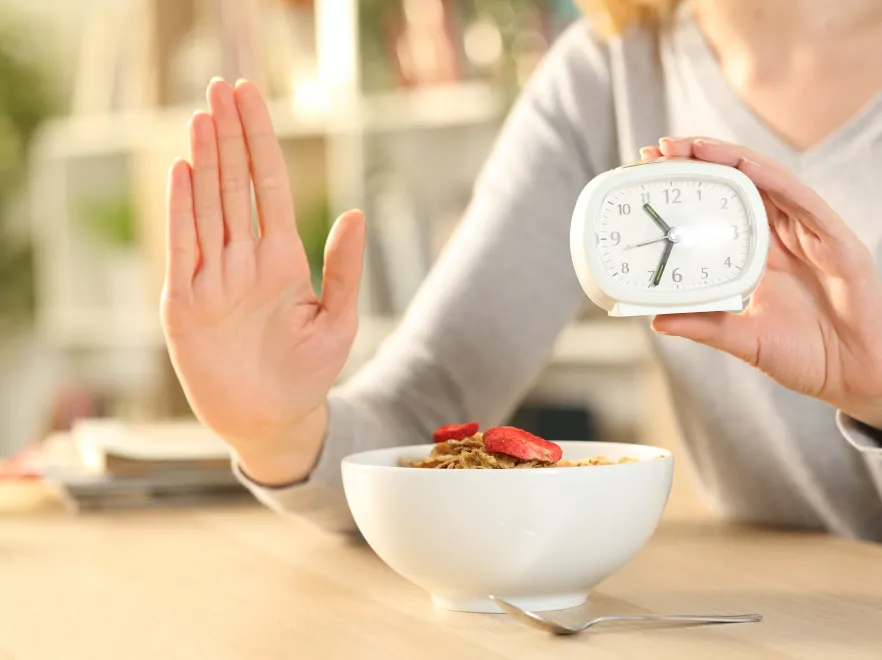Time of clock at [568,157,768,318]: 10:33
